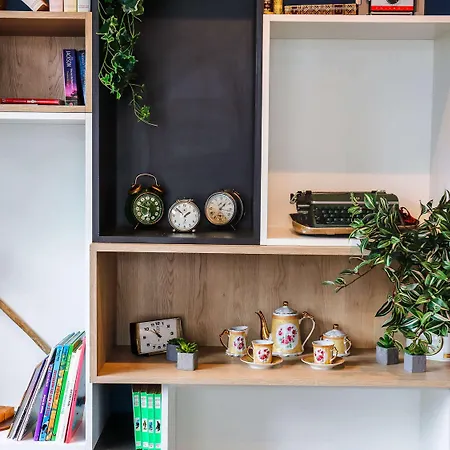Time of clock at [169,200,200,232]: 1:52
